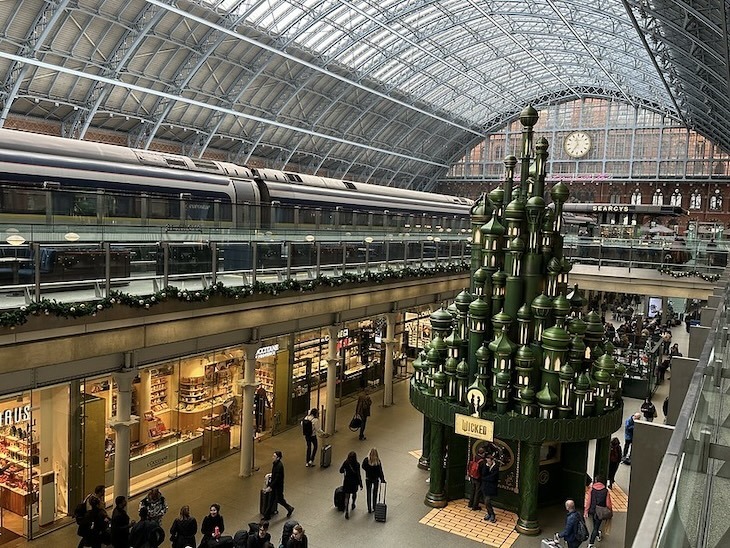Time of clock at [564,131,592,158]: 11:35
